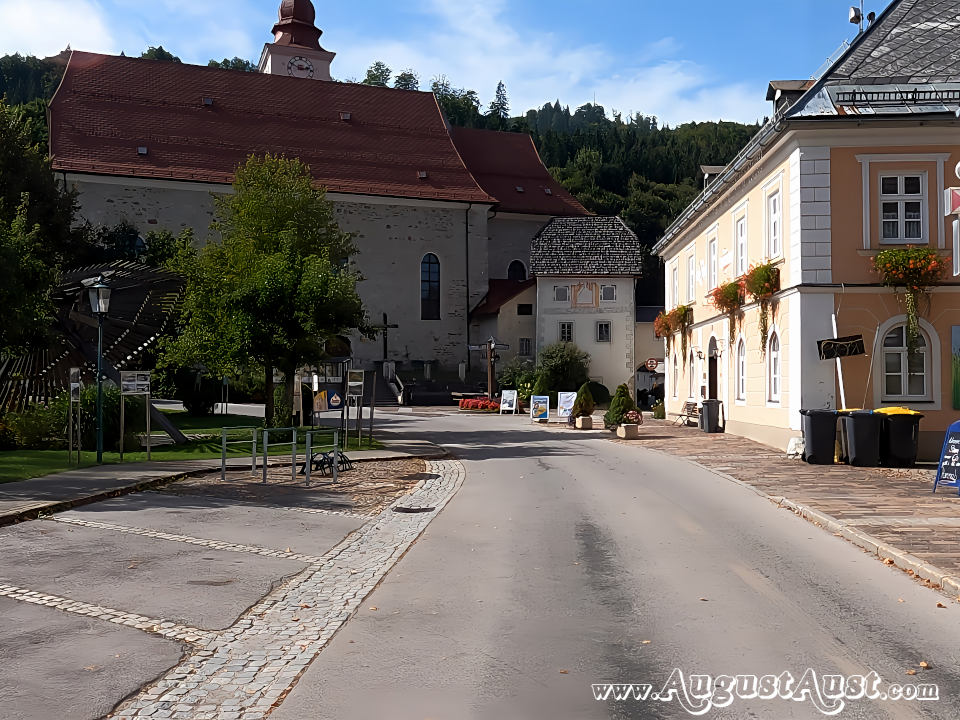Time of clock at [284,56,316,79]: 2:49
